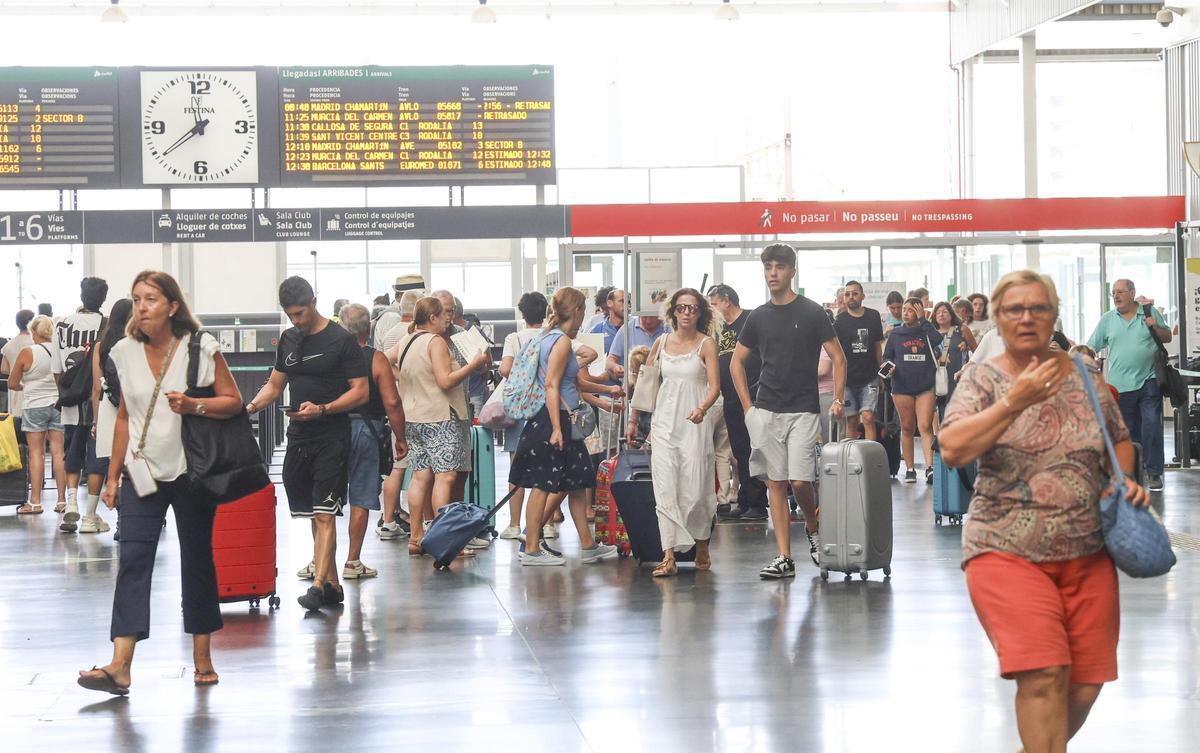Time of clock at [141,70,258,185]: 11:38
